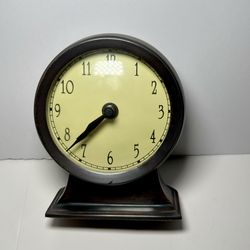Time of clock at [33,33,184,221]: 7:37
